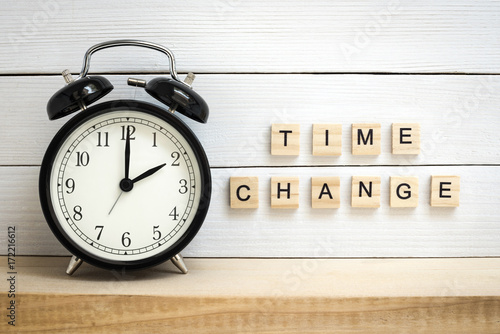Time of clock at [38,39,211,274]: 2:00
